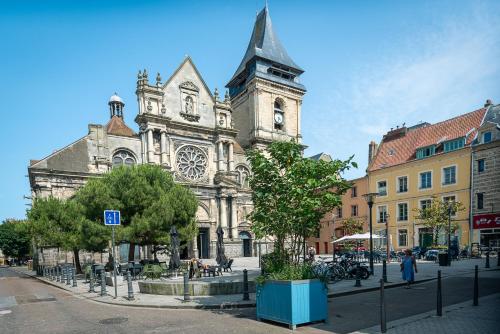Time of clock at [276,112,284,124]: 4:33
